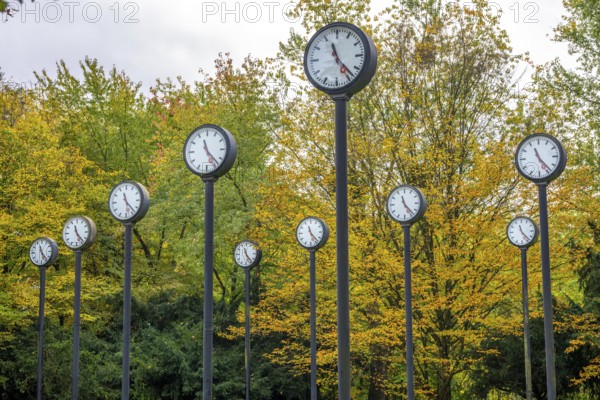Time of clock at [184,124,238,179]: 11:22
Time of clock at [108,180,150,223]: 11:22
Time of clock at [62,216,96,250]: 11:23
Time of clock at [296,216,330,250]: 11:23
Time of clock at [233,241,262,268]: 11:23
